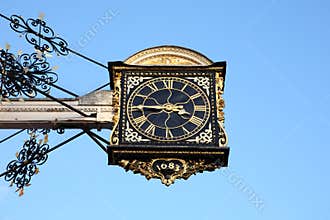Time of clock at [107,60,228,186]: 3:45
